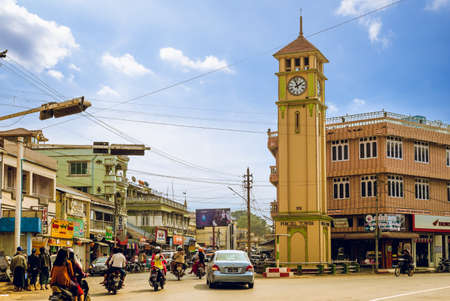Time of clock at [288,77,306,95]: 1:56
